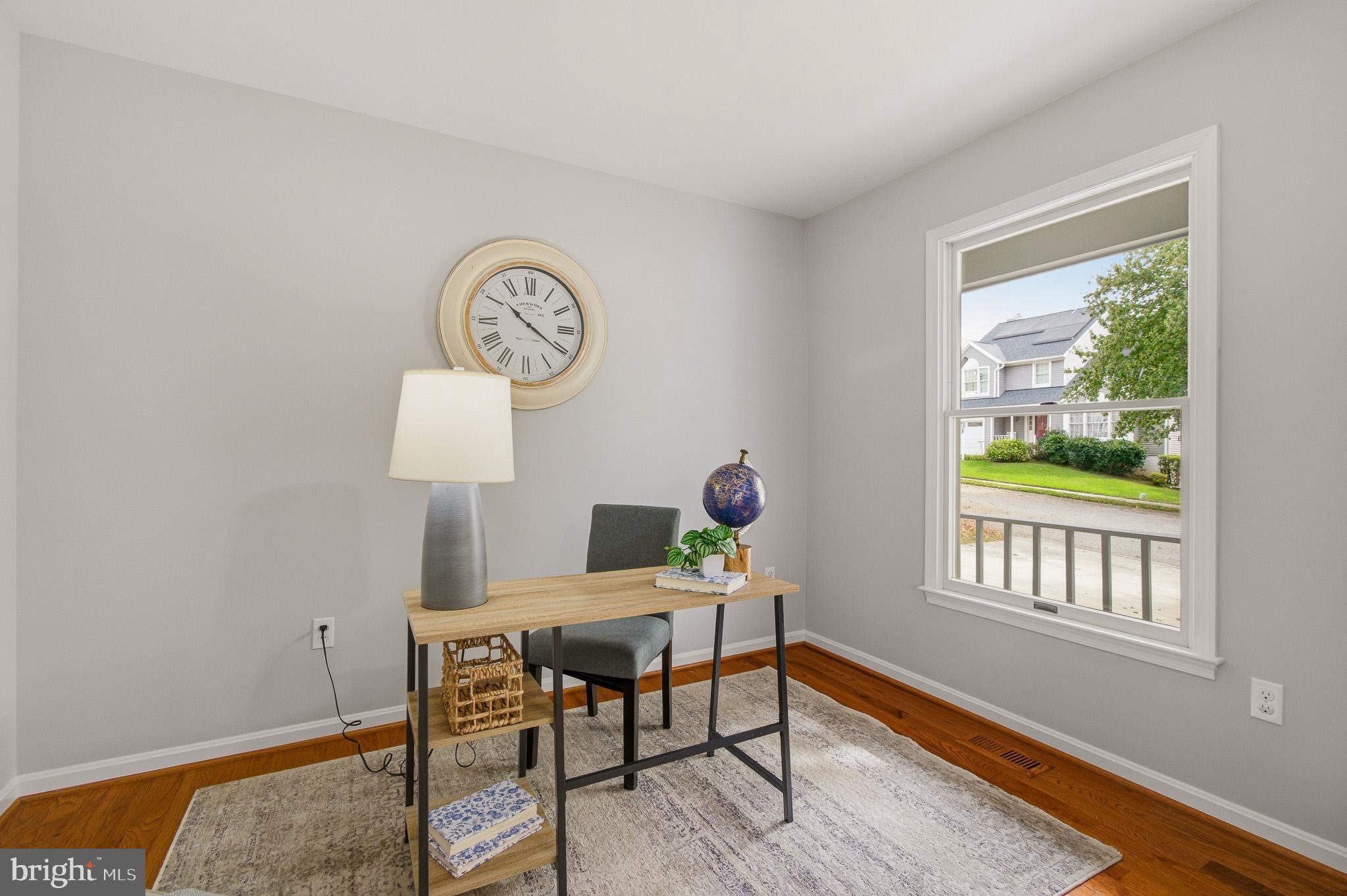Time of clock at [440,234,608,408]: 10:20
